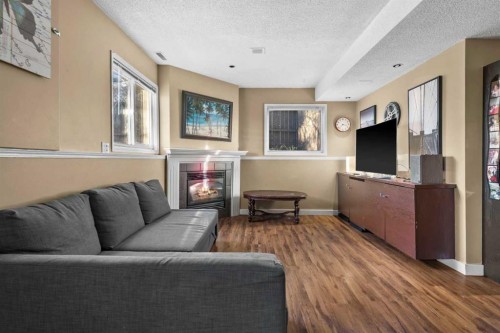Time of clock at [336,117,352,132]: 3:37
